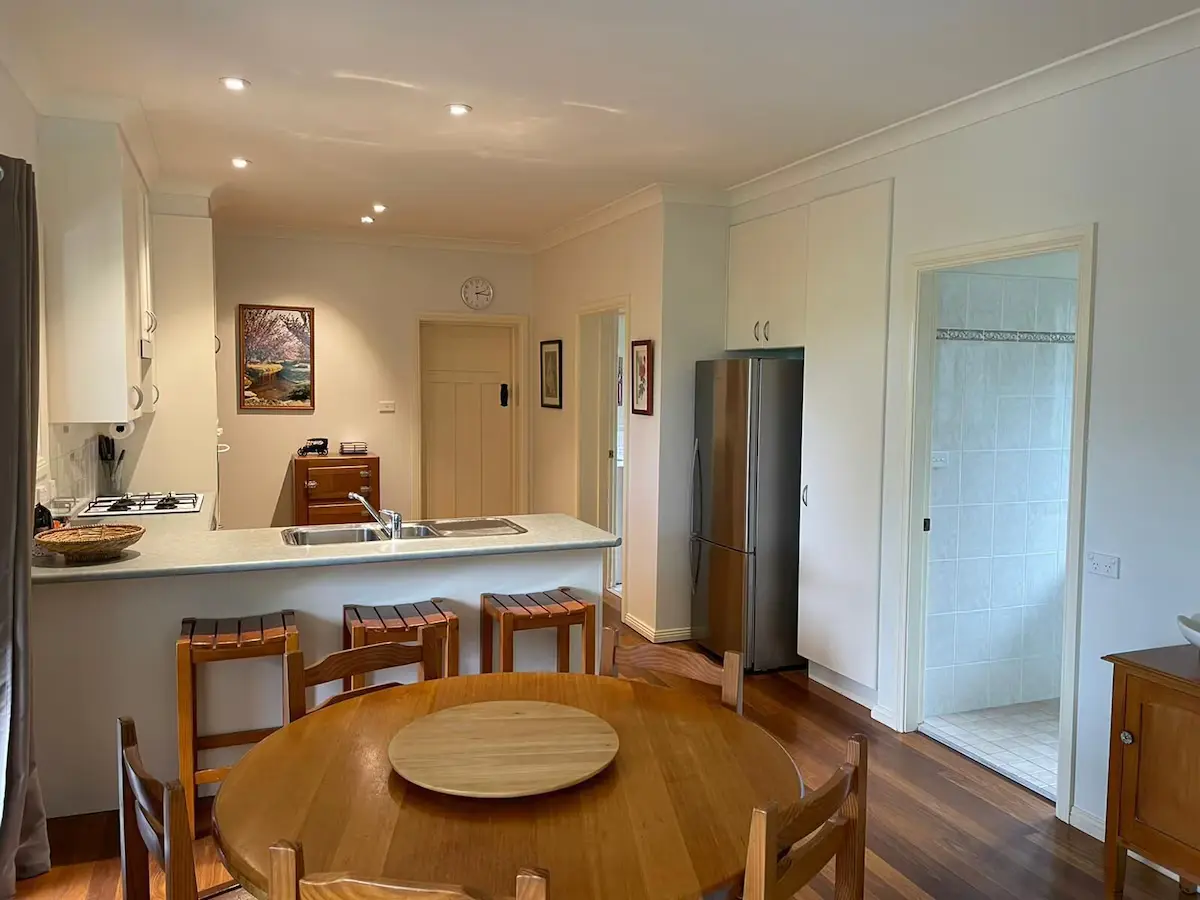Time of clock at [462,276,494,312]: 2:16
